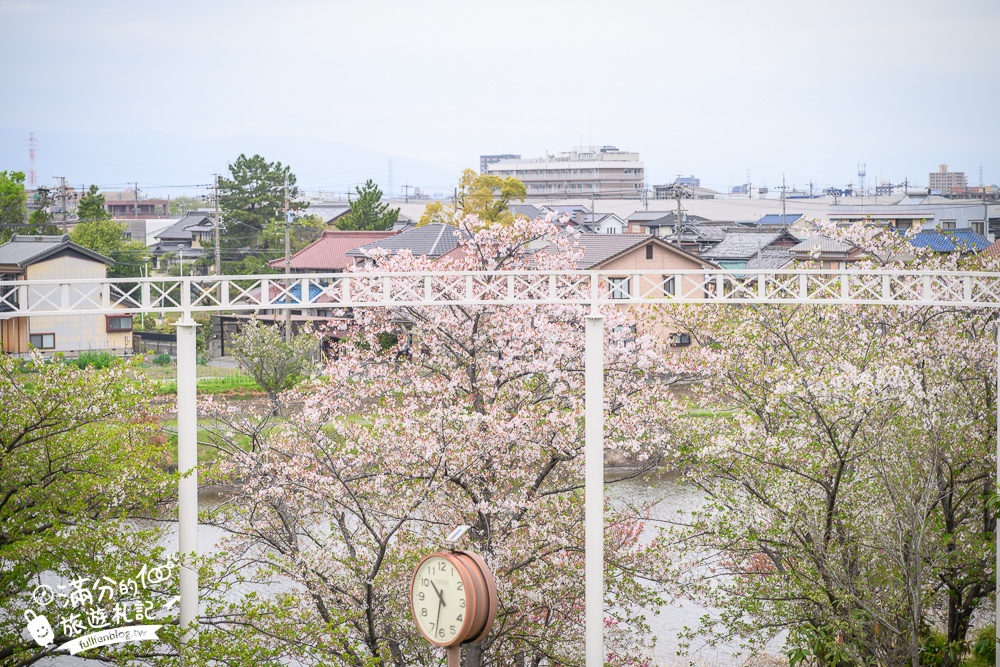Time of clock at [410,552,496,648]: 10:32
